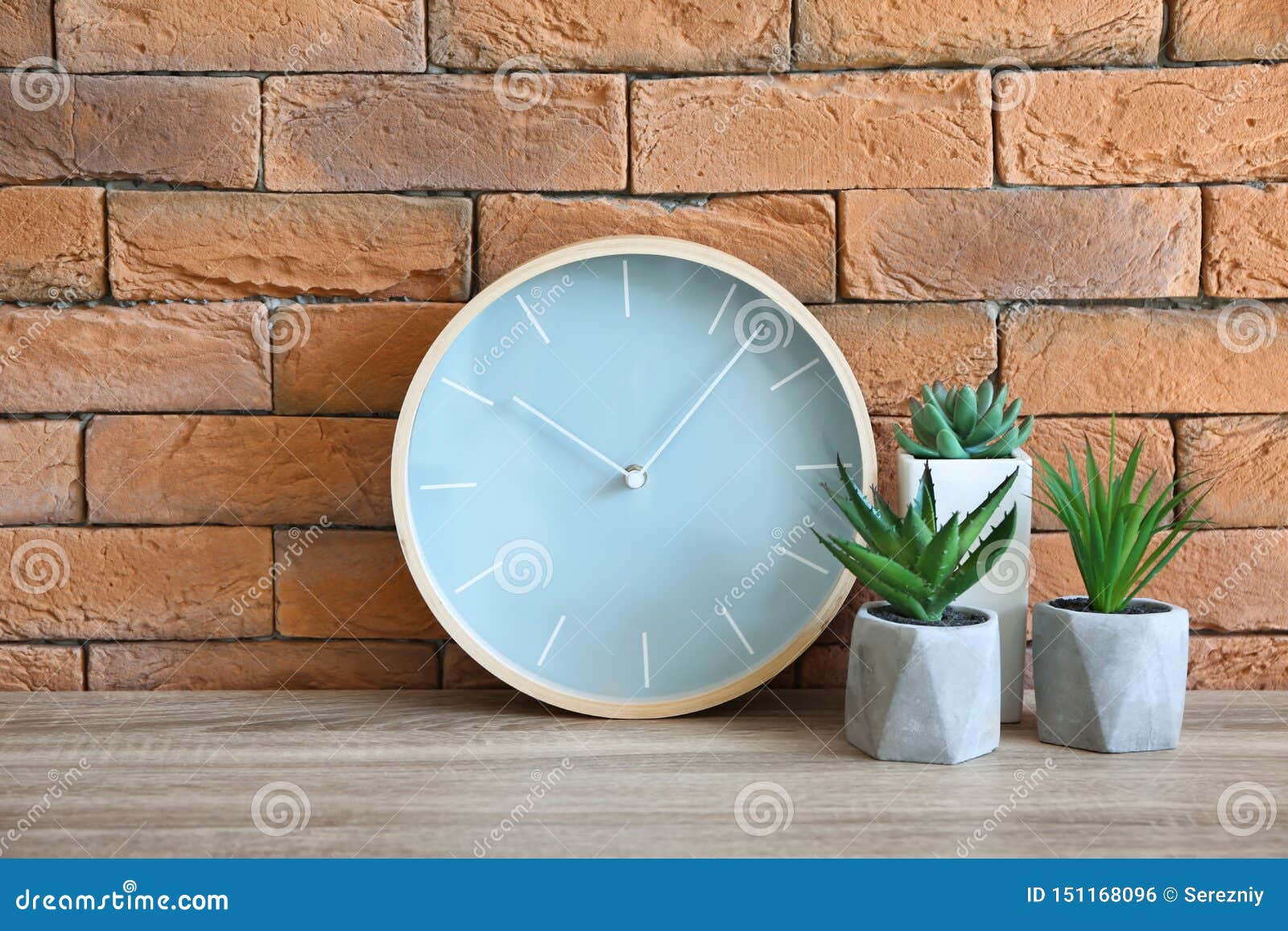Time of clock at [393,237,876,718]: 10:07
